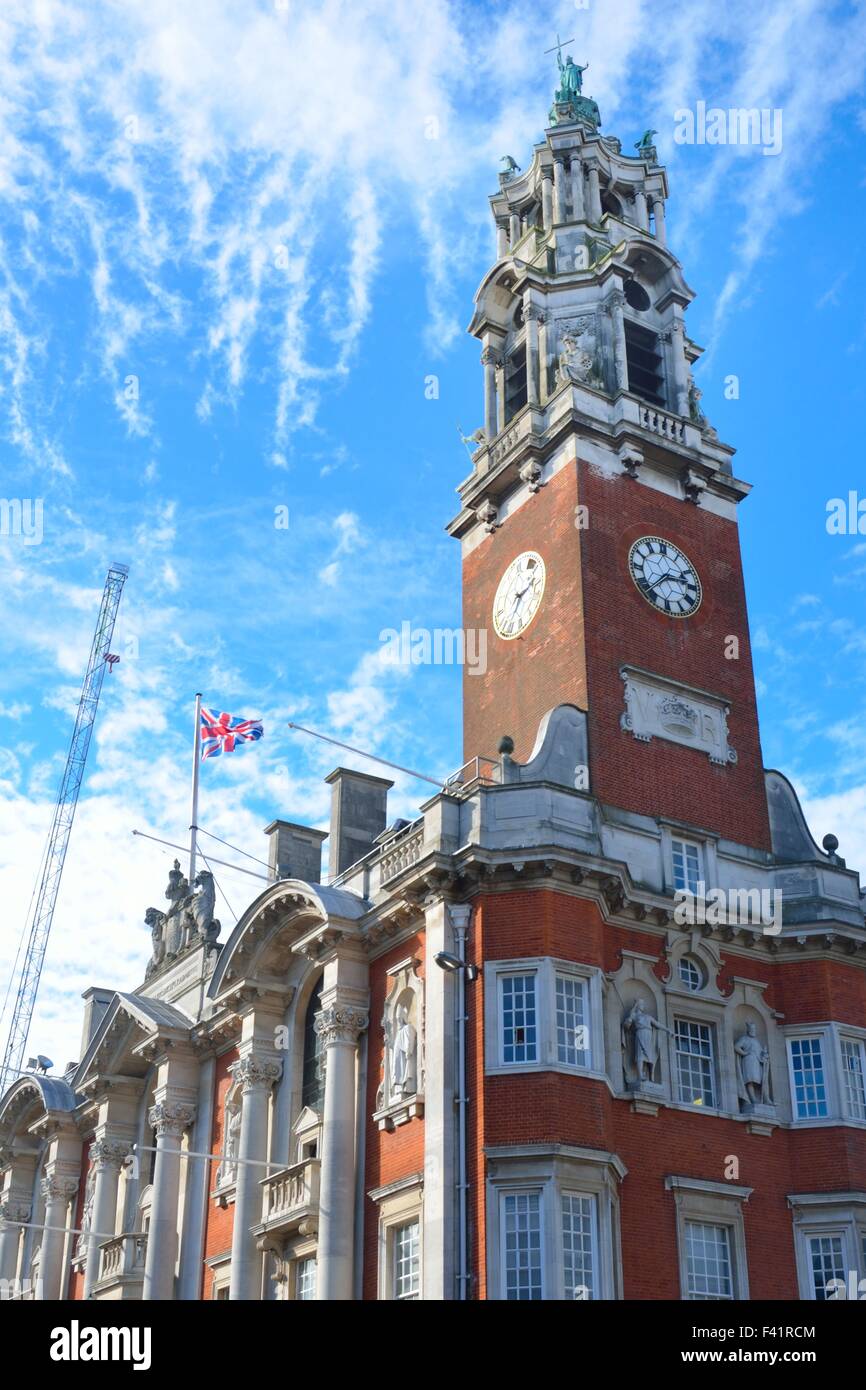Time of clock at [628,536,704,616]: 2:37
